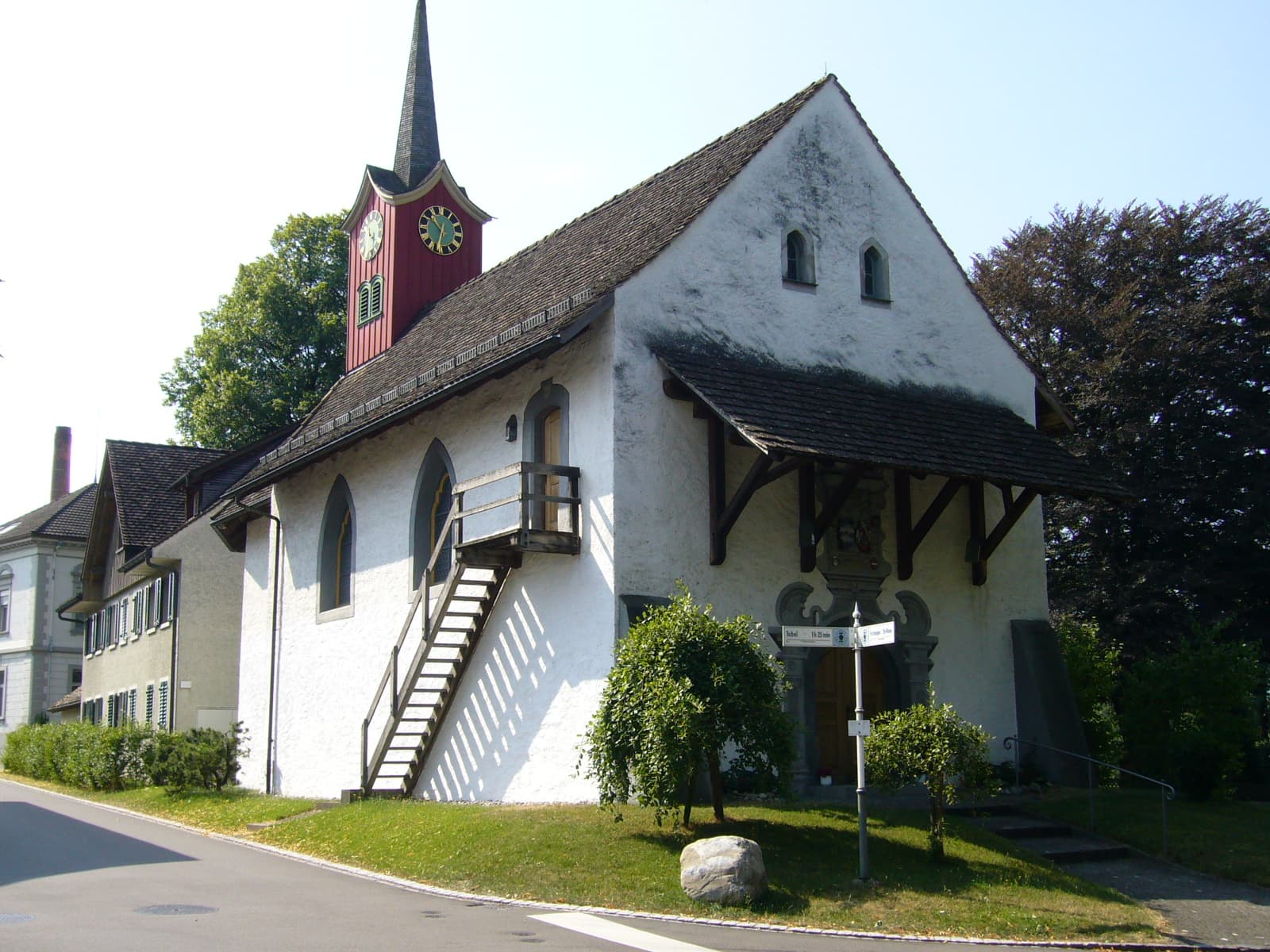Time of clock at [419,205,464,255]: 10:32
